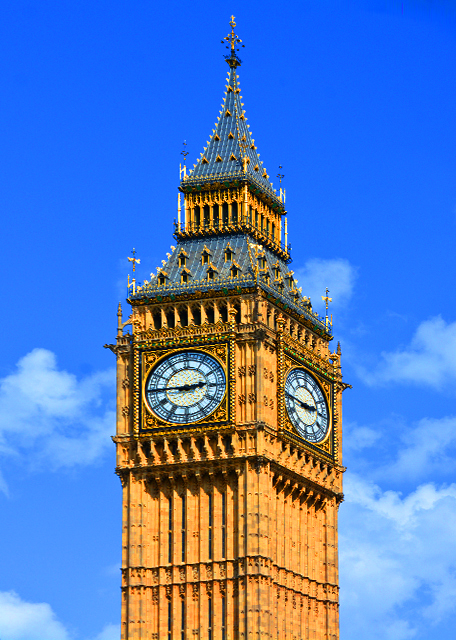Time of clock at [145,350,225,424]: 2:45
